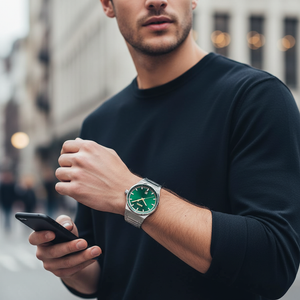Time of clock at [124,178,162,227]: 5:12
